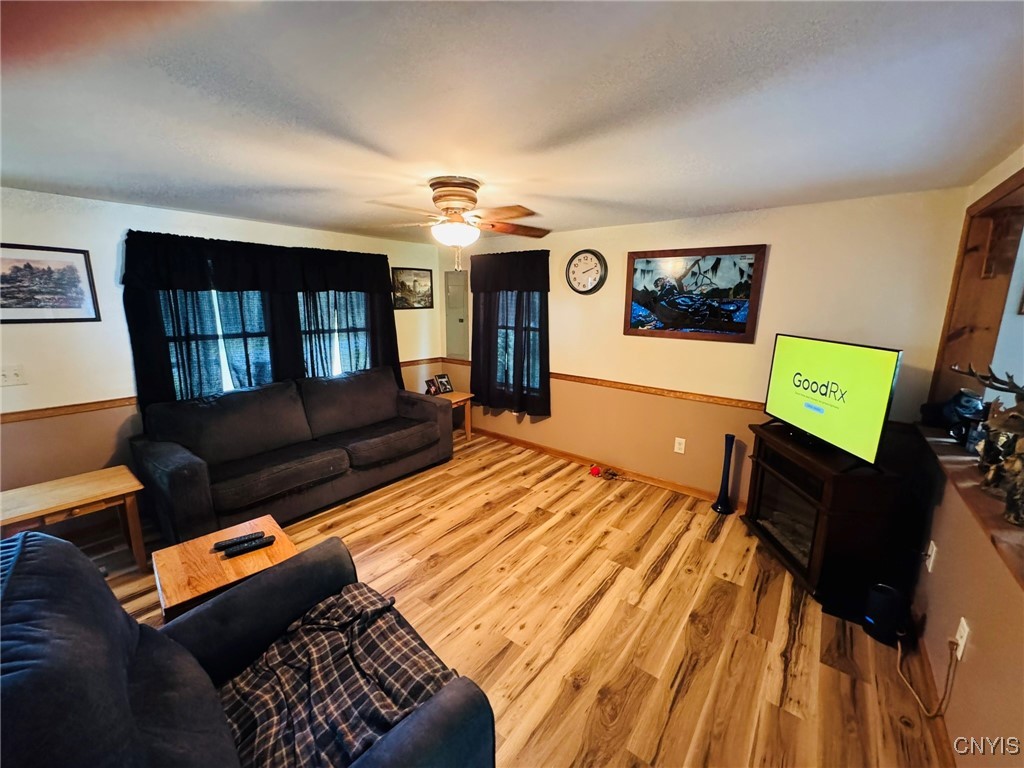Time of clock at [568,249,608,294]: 2:11
